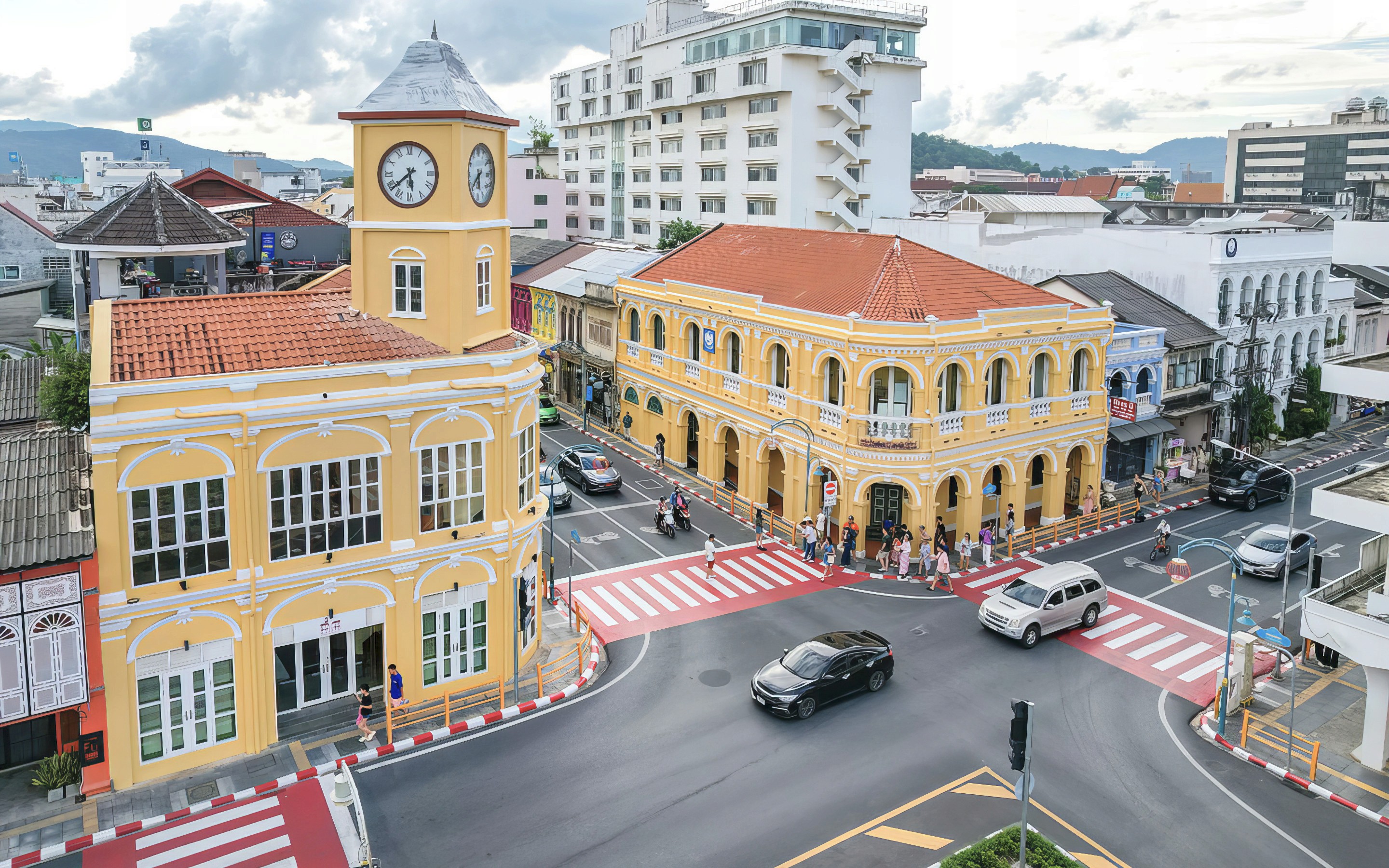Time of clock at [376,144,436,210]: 5:38
